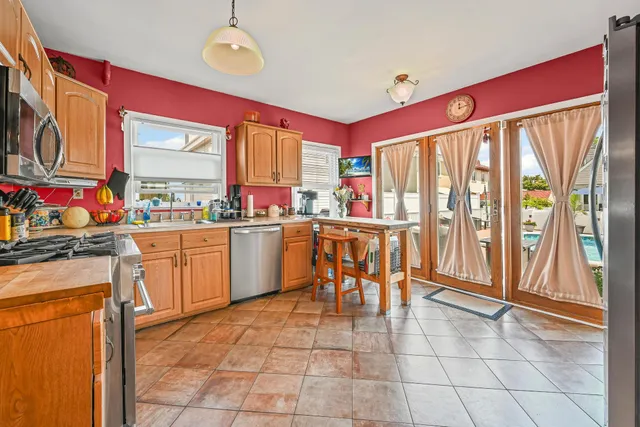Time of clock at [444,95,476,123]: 12:13
